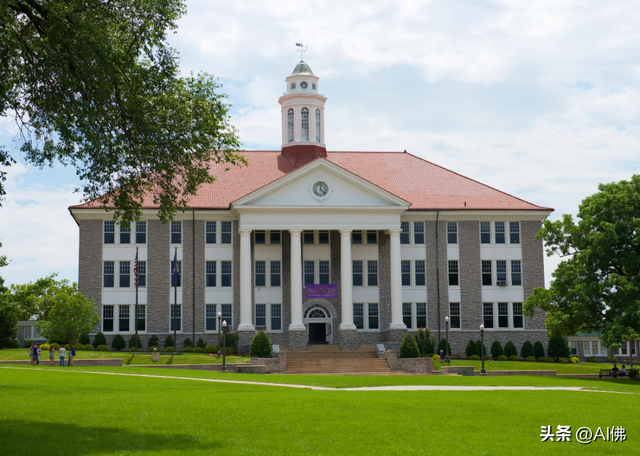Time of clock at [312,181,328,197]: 12:22
